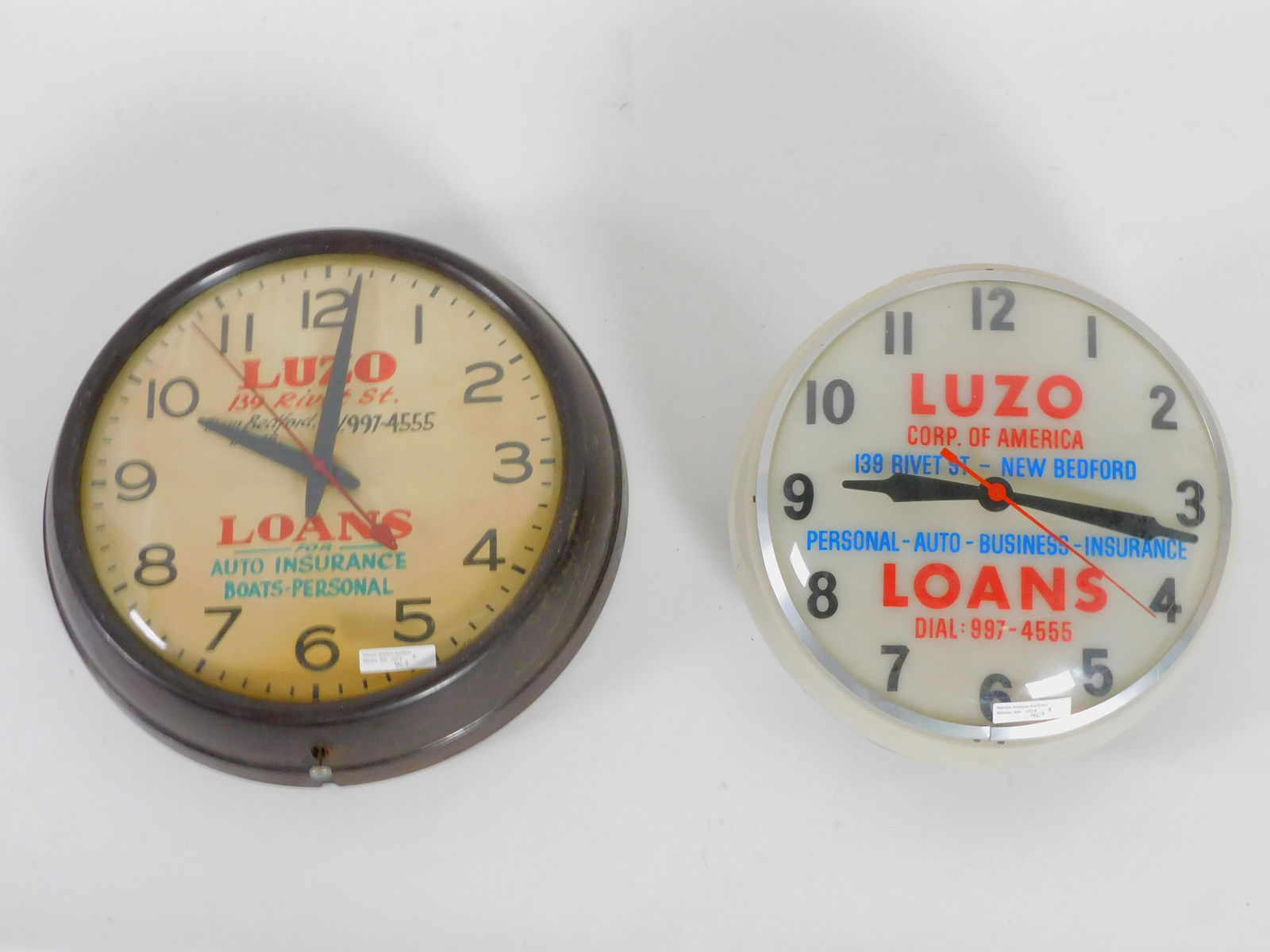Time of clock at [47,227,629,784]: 10:01
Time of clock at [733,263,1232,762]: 9:16
